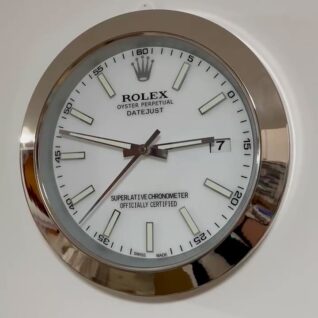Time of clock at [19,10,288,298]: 2:47
